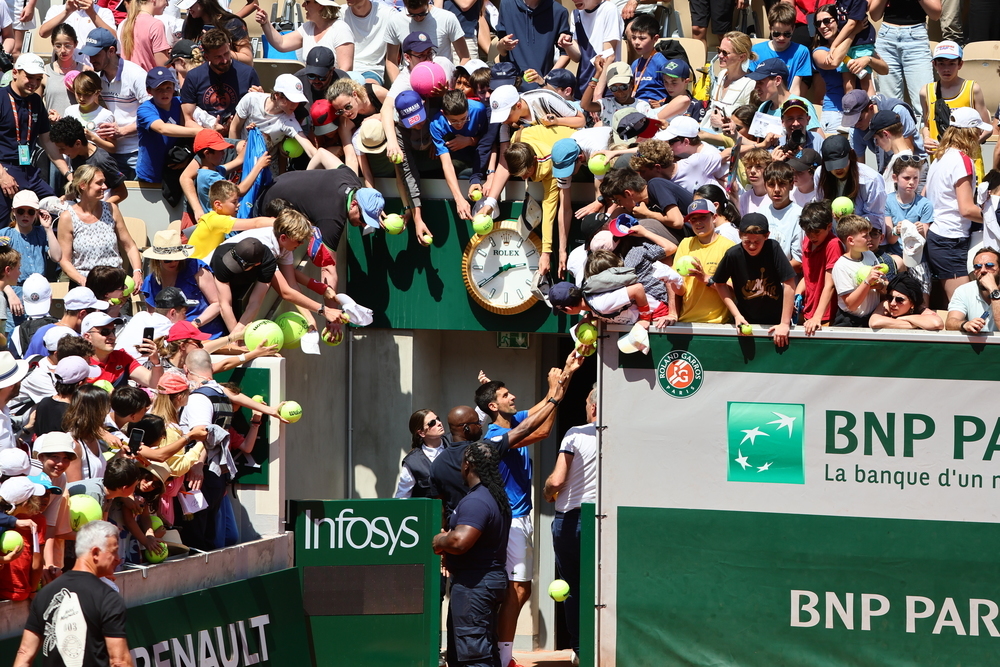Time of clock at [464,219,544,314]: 2:39
